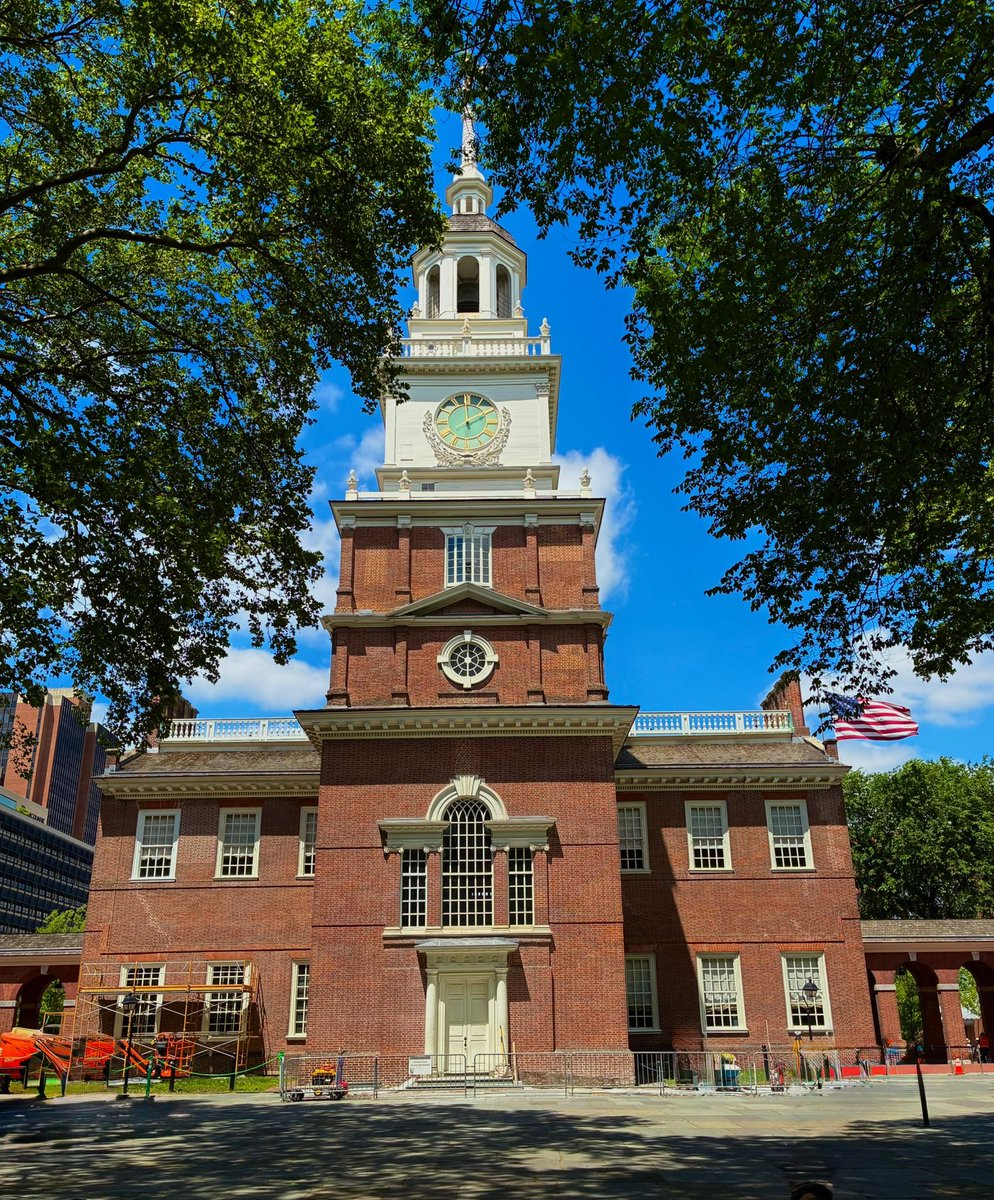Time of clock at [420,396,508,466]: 1:59
